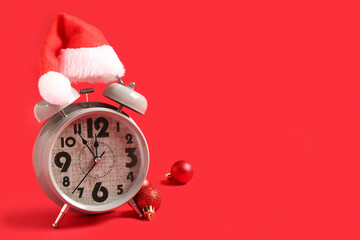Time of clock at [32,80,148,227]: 11:53
